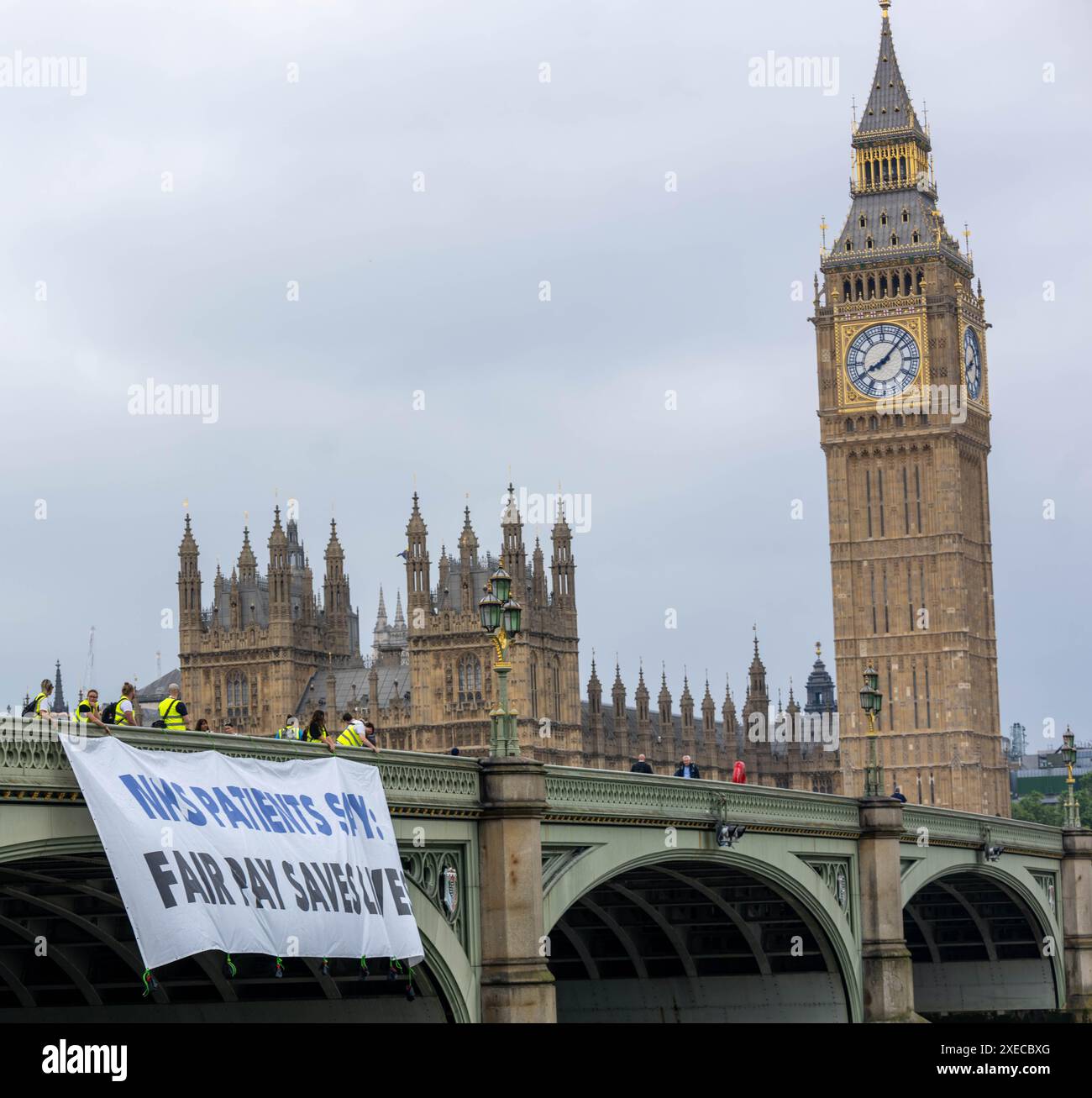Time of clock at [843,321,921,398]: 8:07
